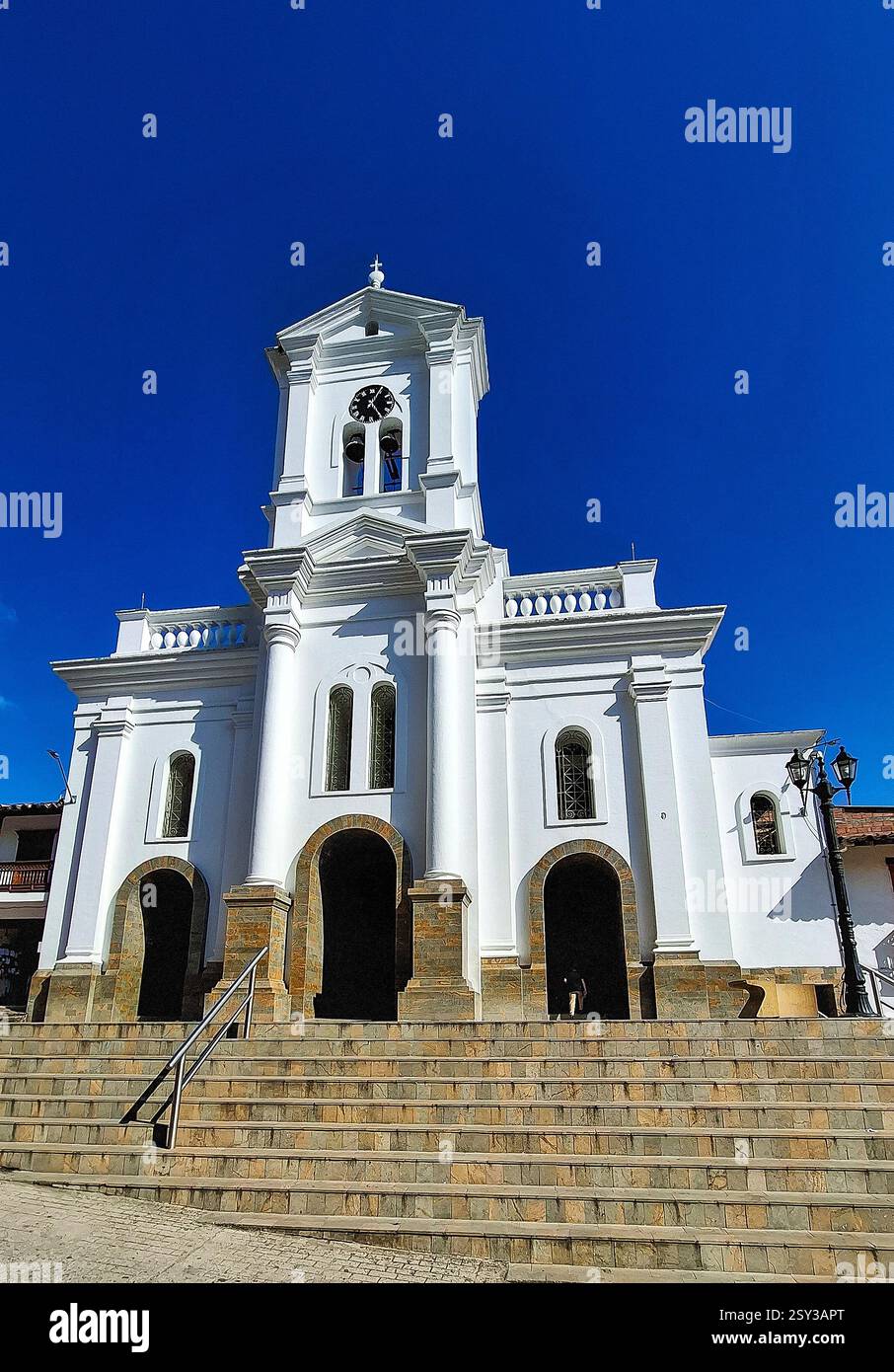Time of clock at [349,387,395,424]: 5:04
